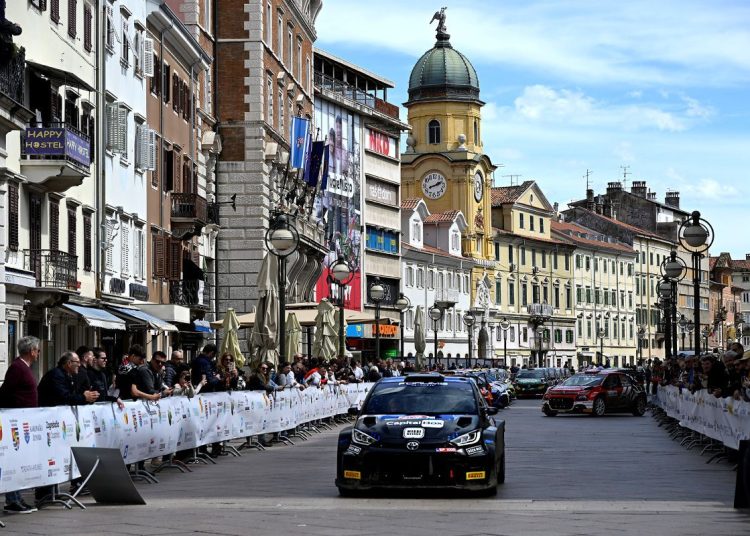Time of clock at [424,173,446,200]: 1:41
